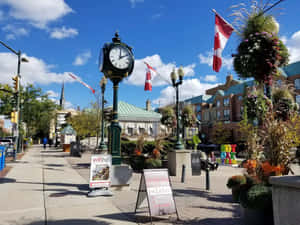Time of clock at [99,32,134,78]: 2:01
